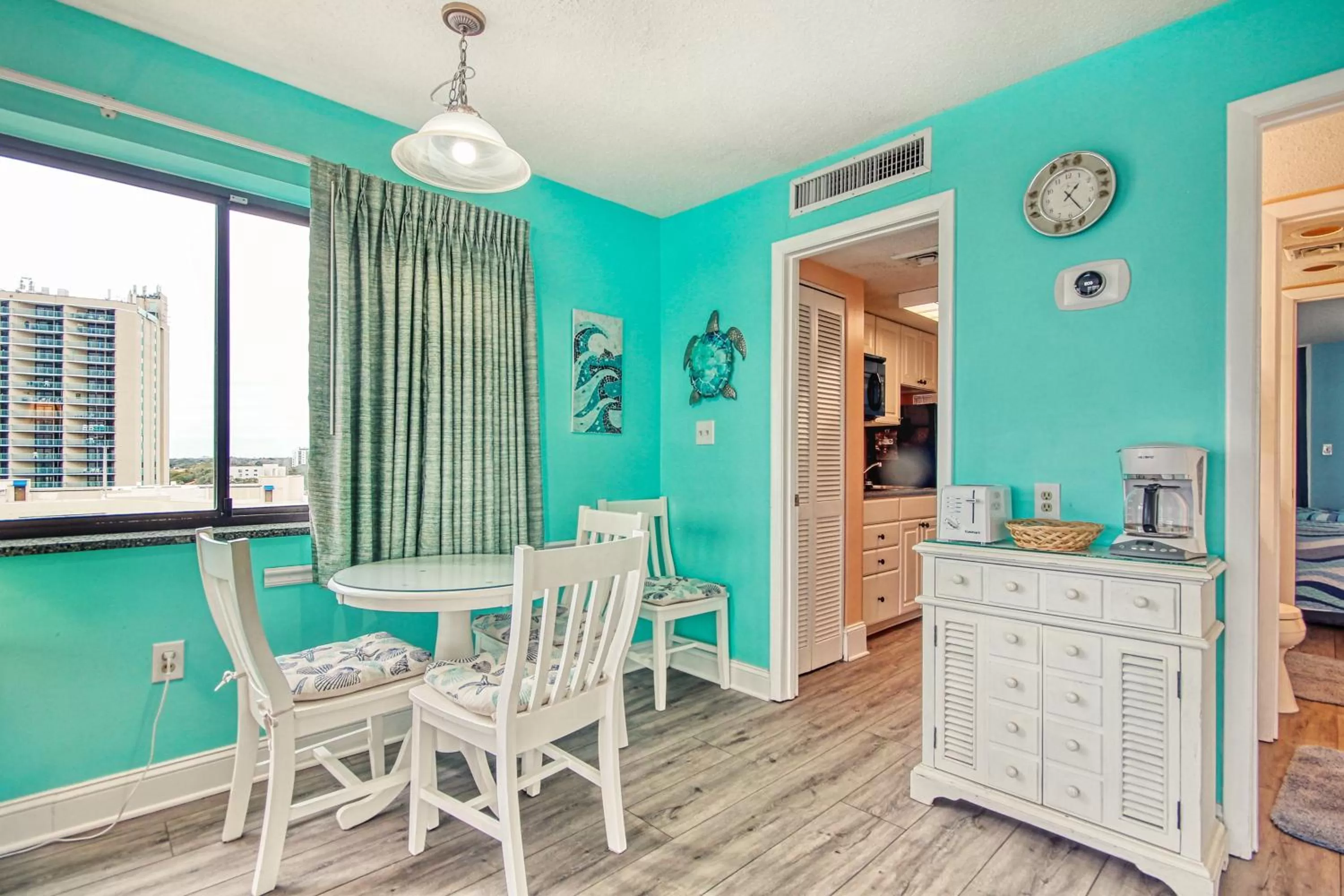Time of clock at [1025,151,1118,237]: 1:23
